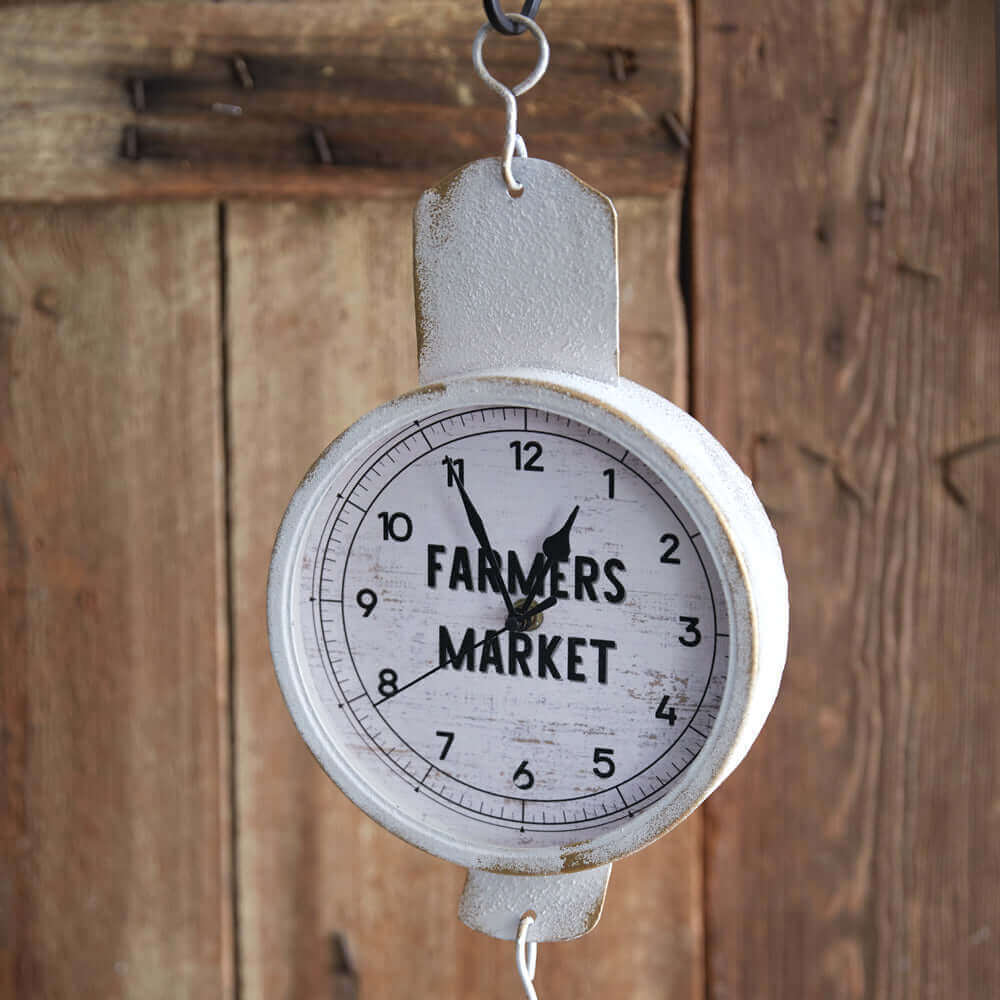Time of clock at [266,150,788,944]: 12:55
